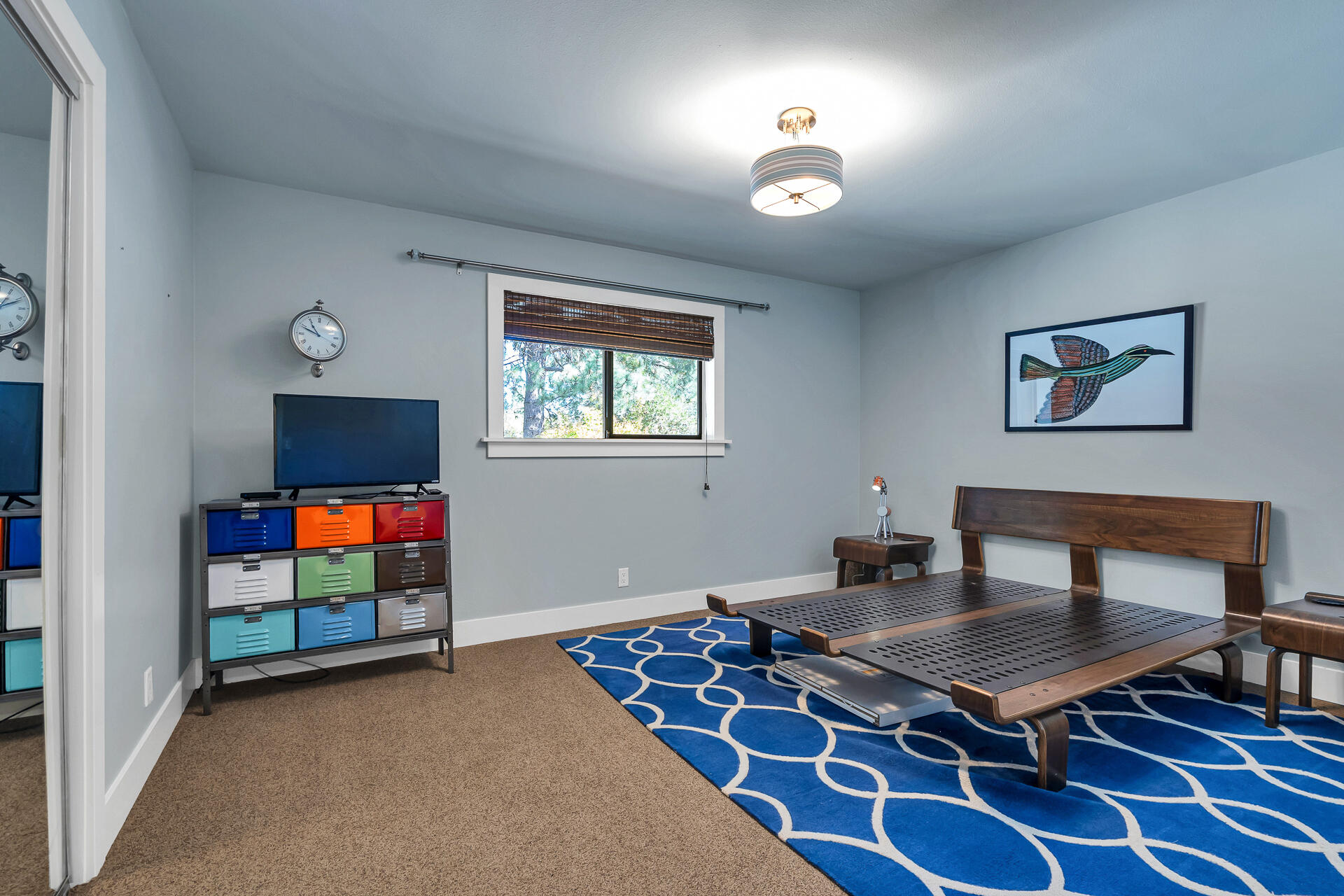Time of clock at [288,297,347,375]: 10:48
